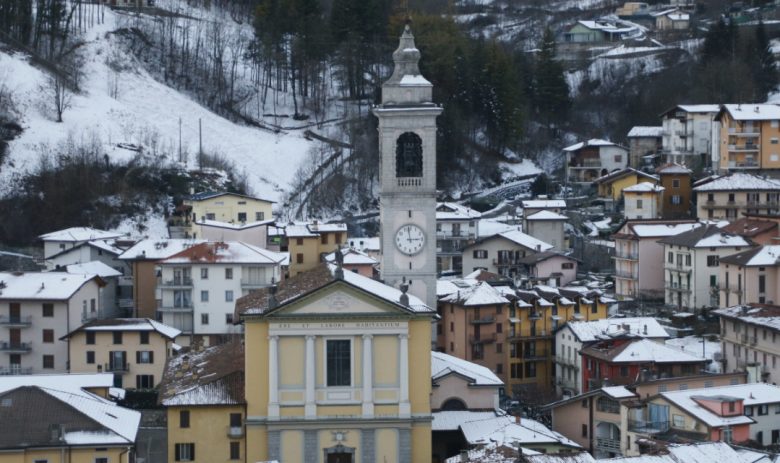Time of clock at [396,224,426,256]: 2:58
